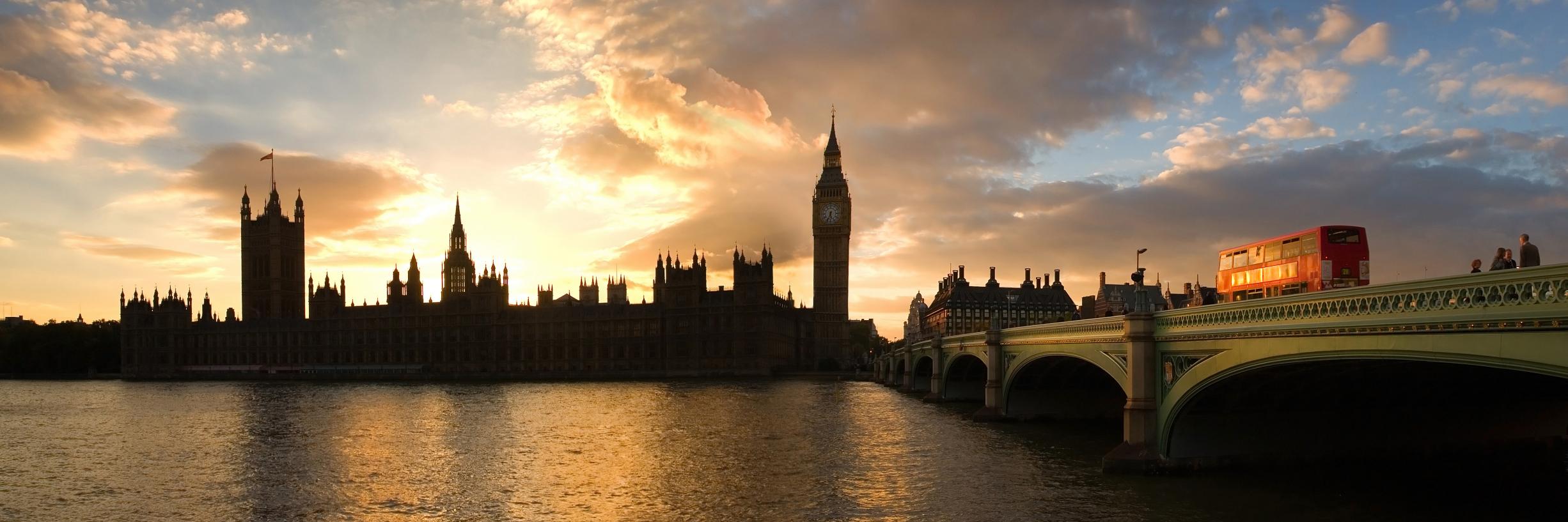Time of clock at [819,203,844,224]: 5:33
